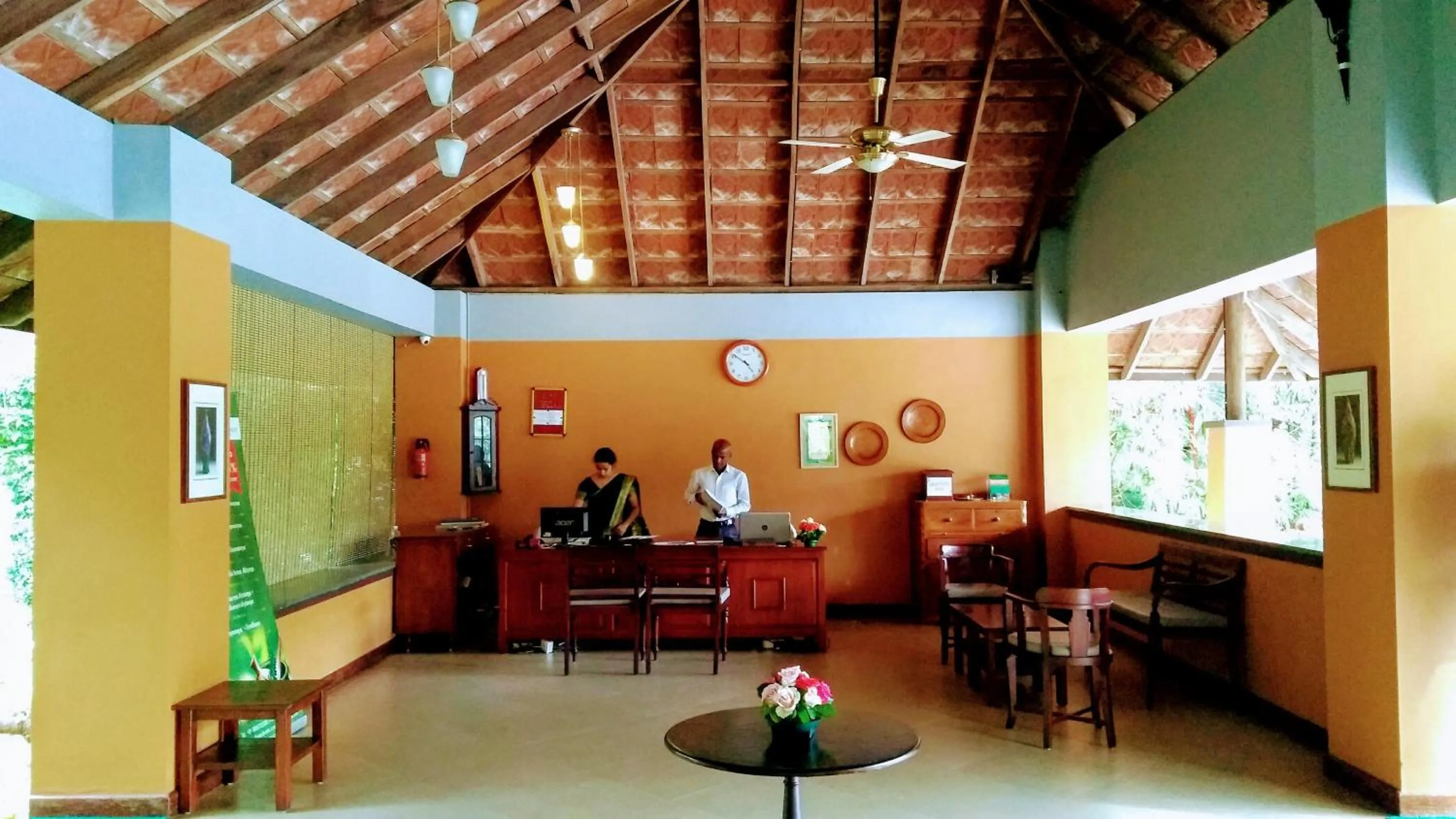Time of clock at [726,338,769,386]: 4:51
